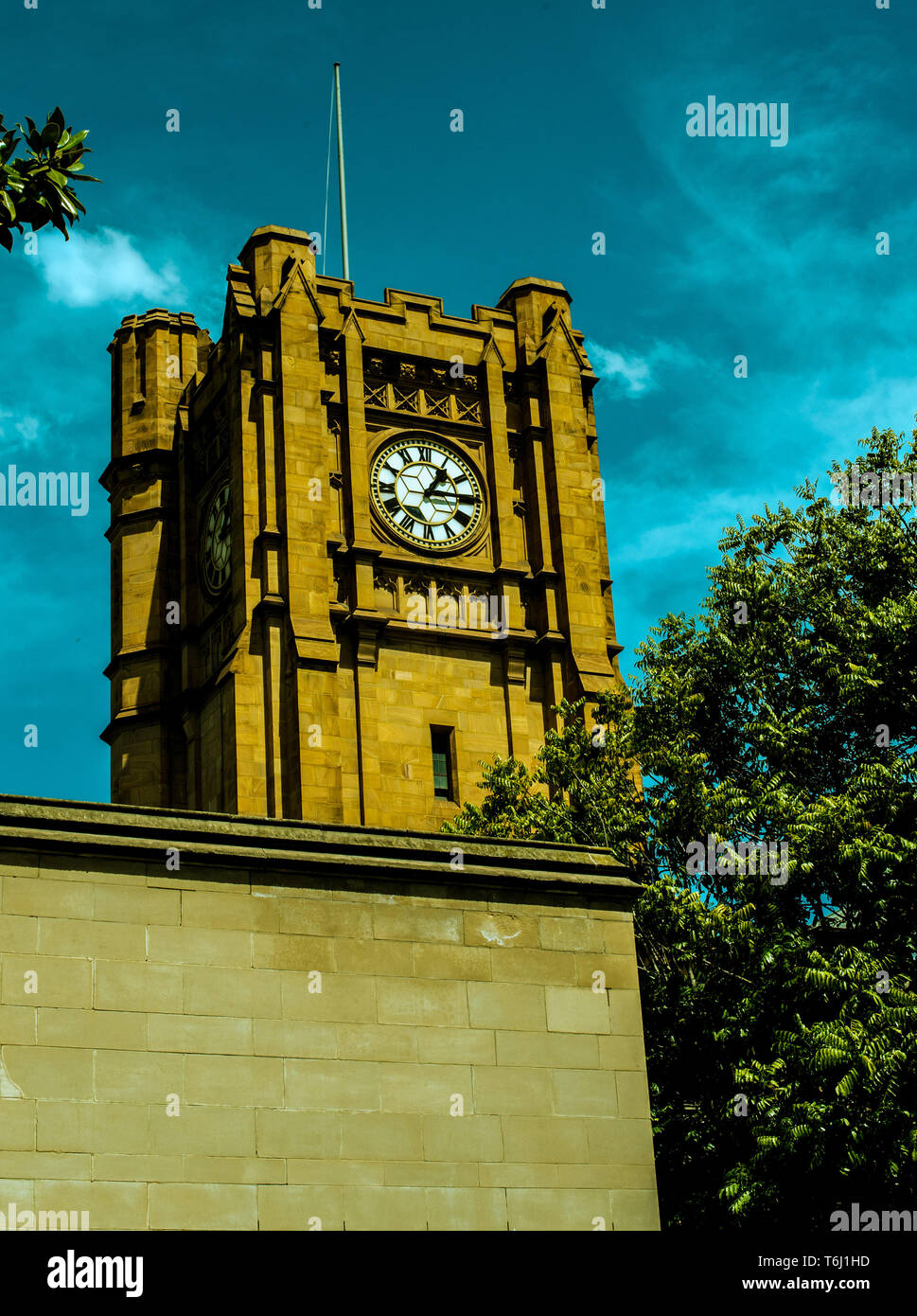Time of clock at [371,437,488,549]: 1:14
